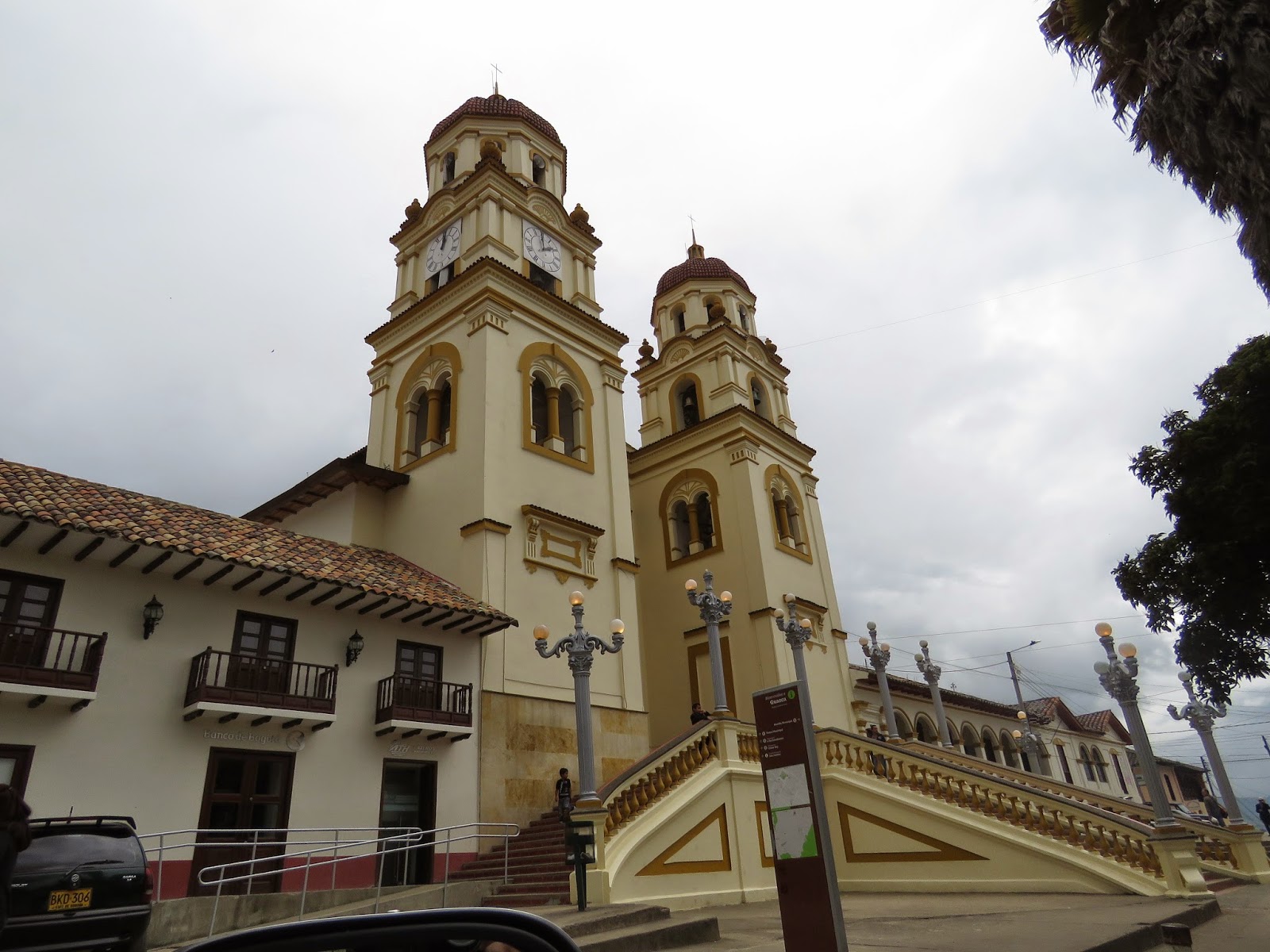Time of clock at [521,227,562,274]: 1:59
